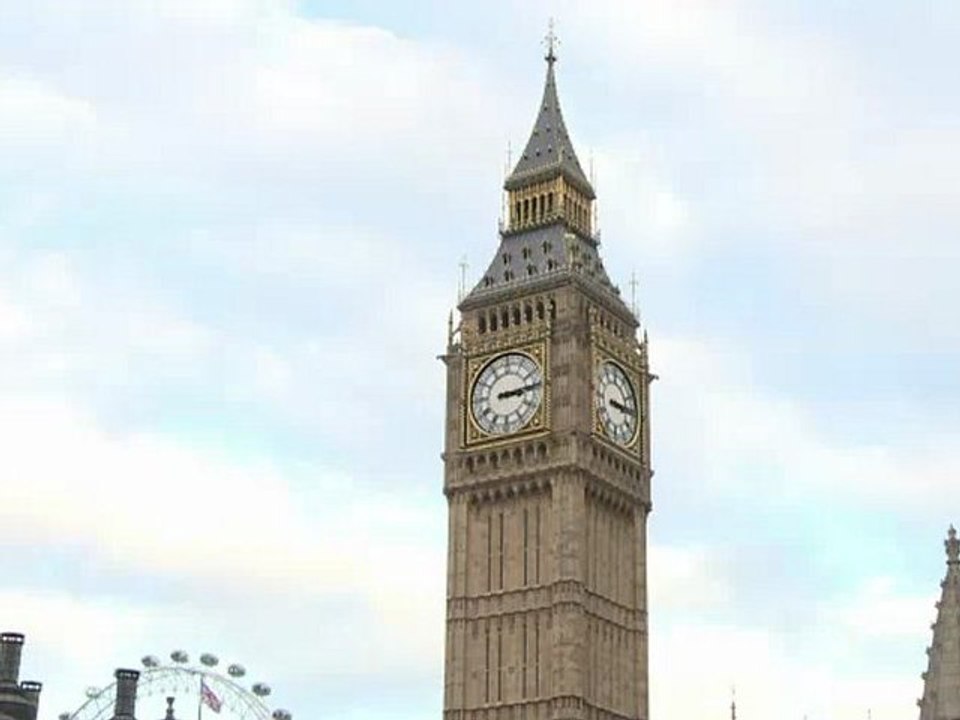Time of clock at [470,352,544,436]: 3:13
